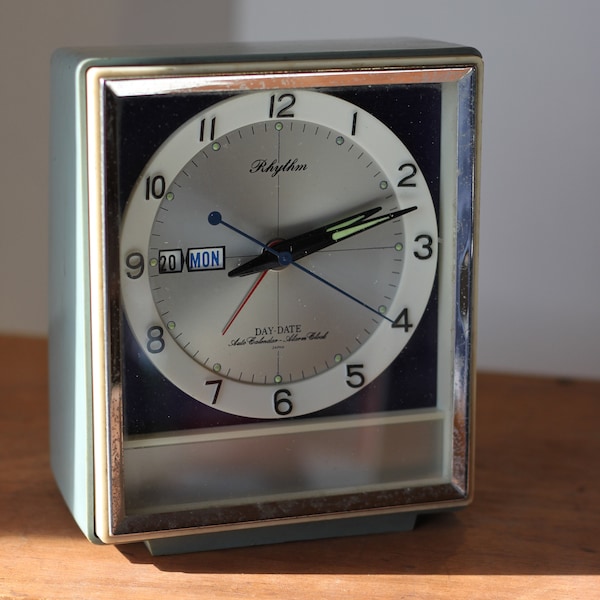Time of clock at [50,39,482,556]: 2:12
